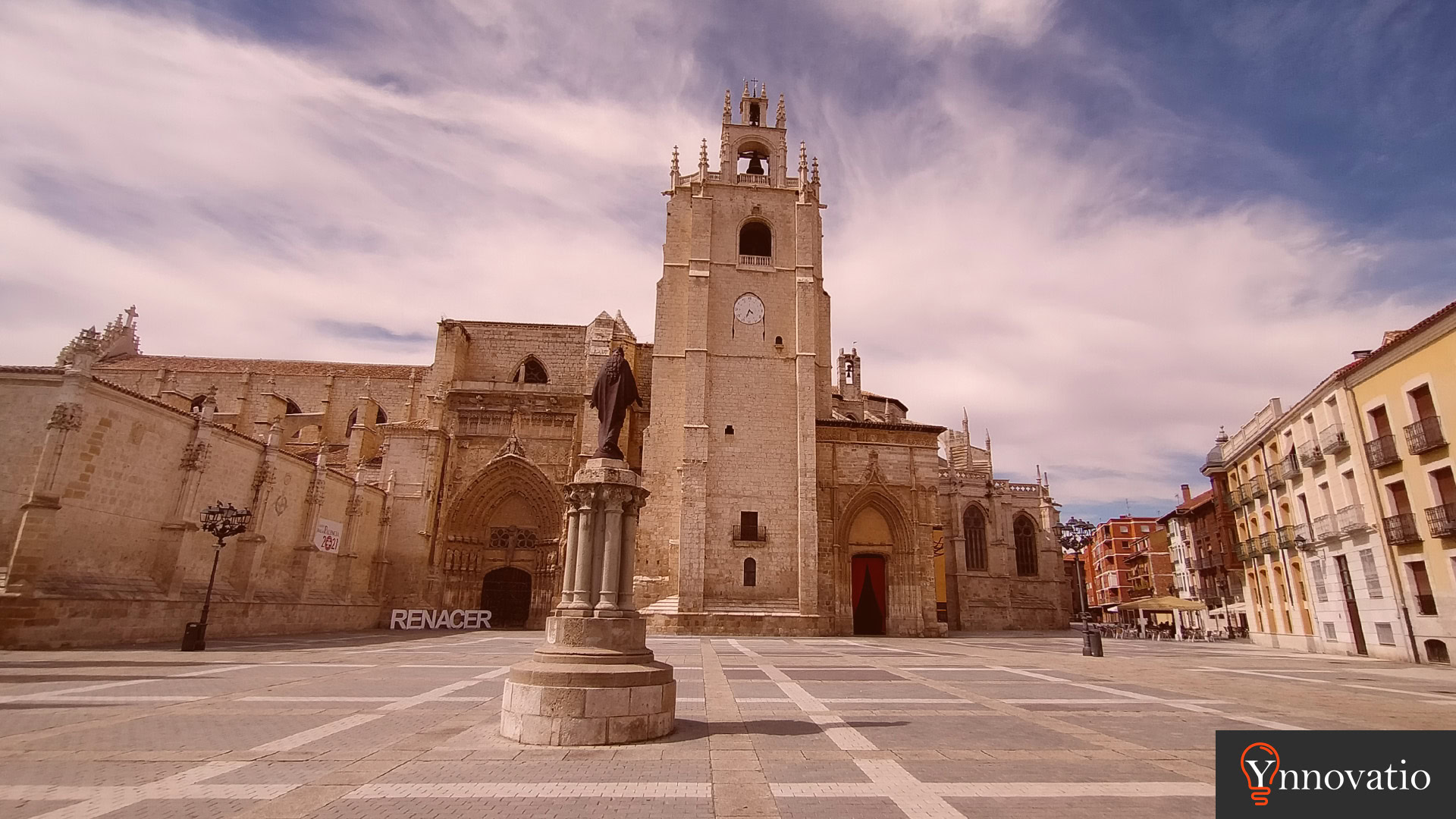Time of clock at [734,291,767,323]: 4:33
